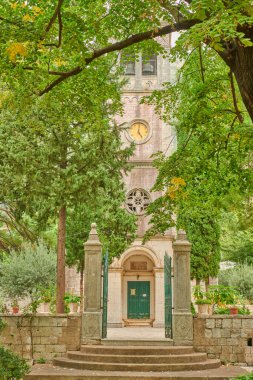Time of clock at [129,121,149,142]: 5:01
